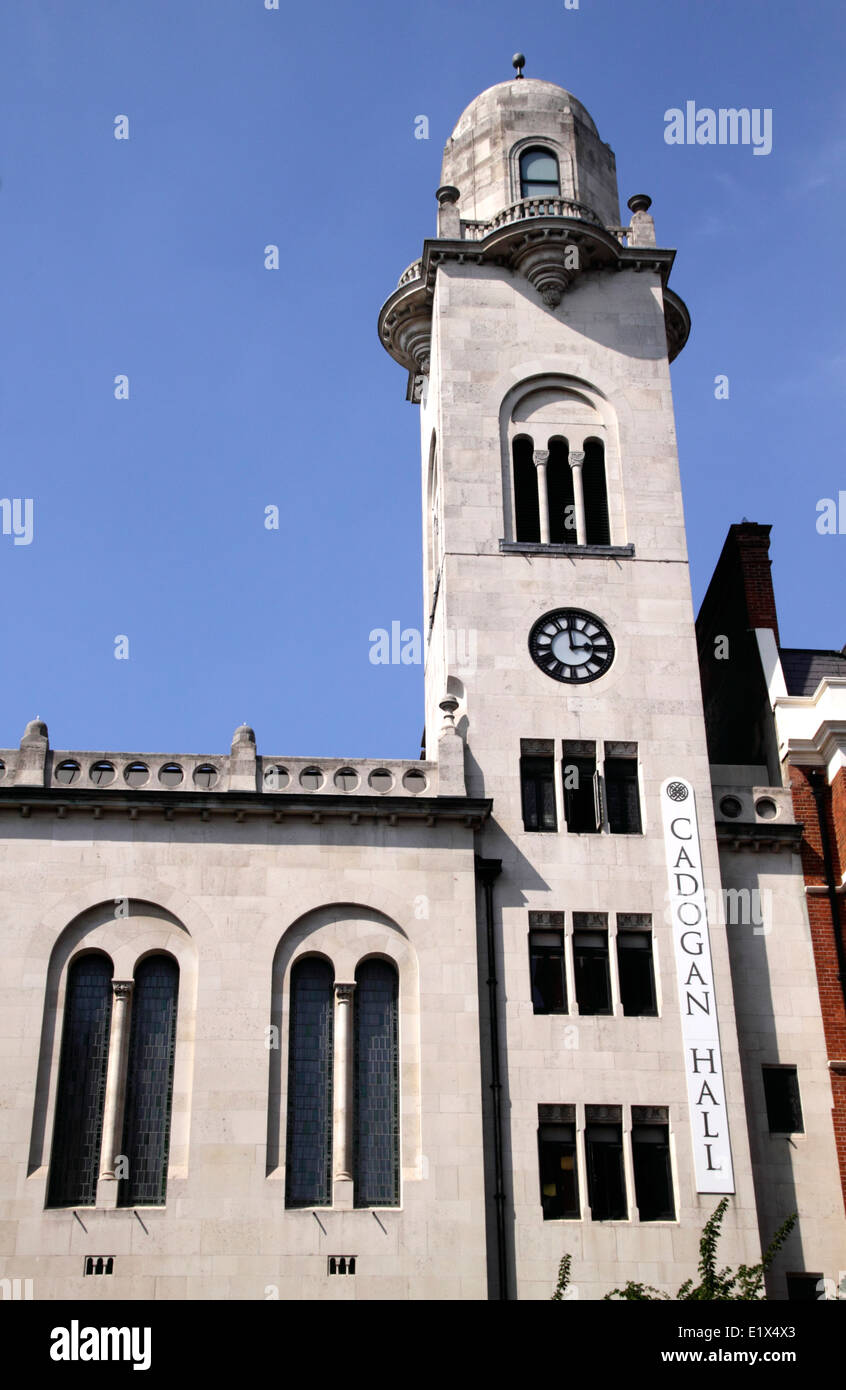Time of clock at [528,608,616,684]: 2:58
